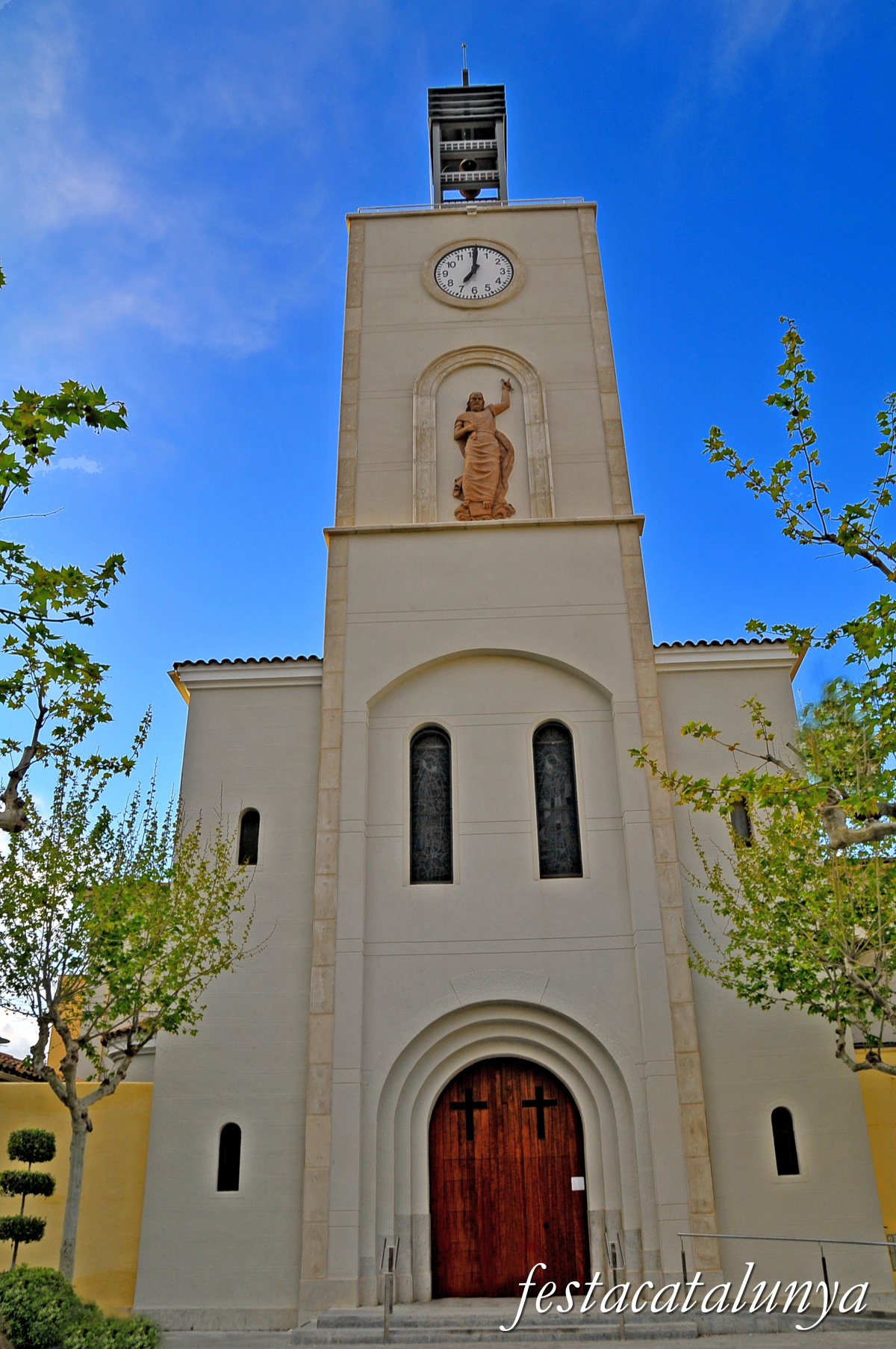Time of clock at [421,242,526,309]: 7:01
